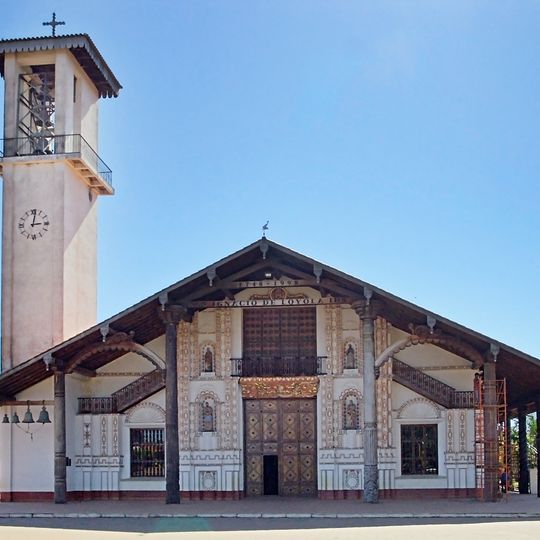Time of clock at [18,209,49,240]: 3:01
